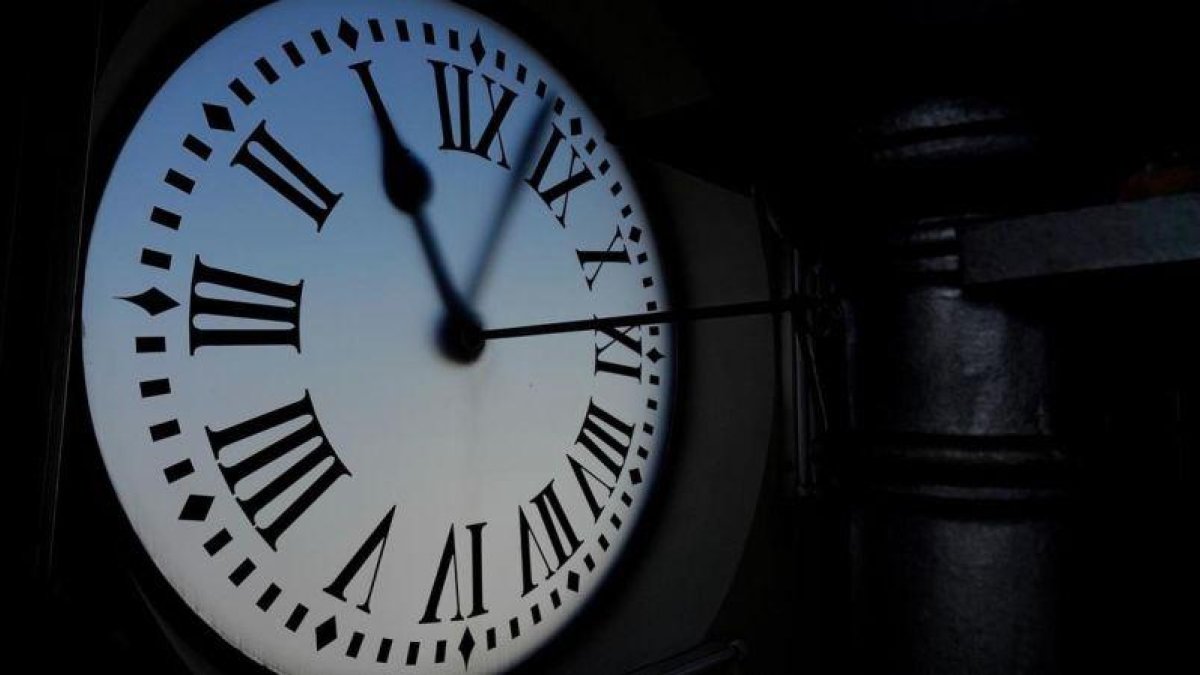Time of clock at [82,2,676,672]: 11:03
